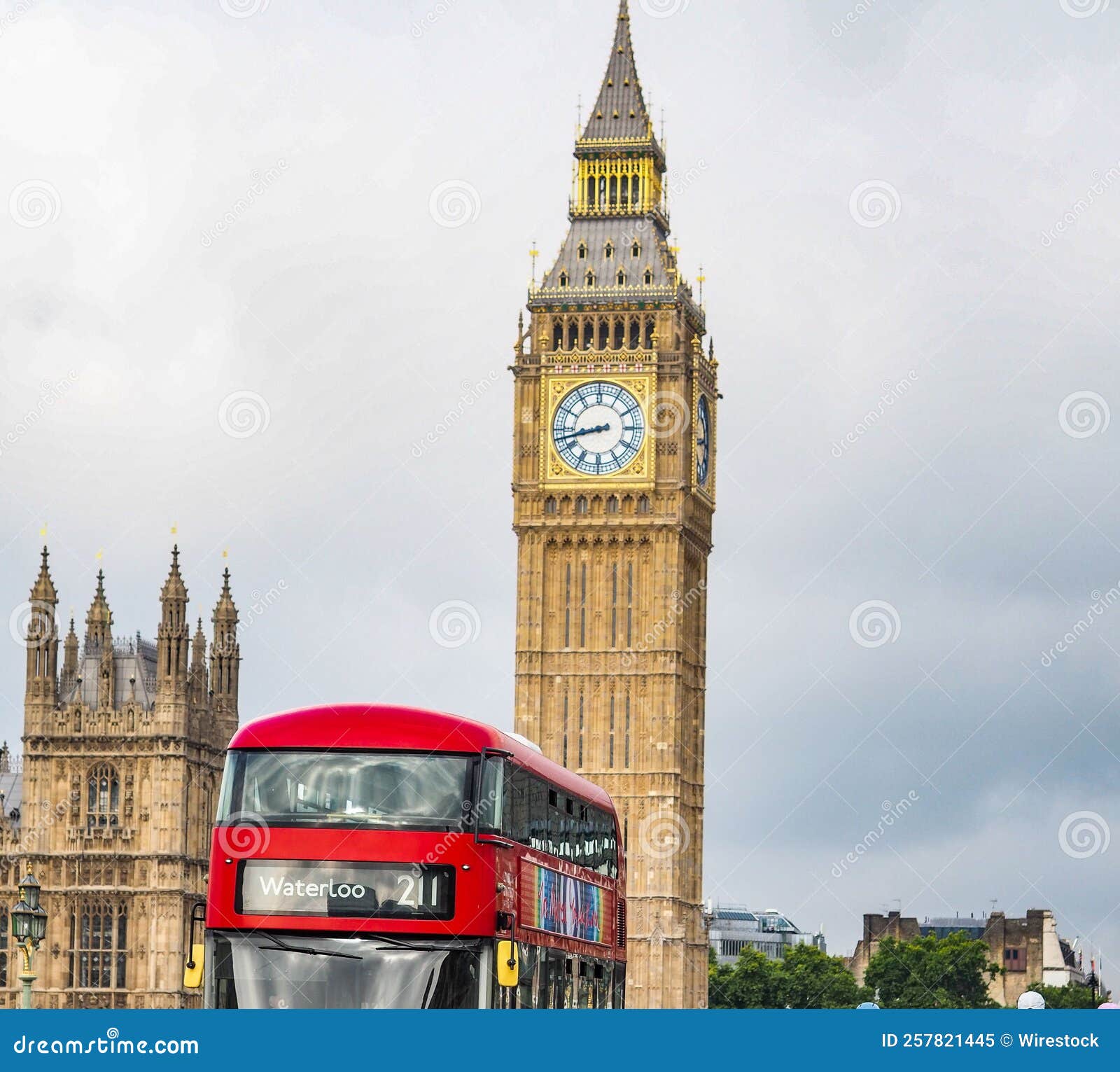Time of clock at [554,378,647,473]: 8:42
